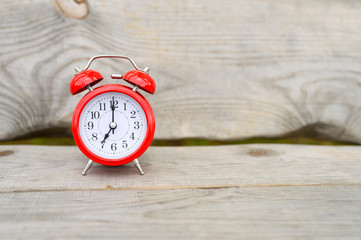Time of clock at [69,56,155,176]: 7:00
